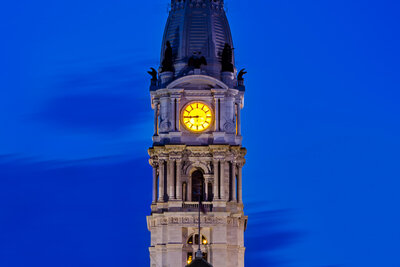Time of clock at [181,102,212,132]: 8:44
